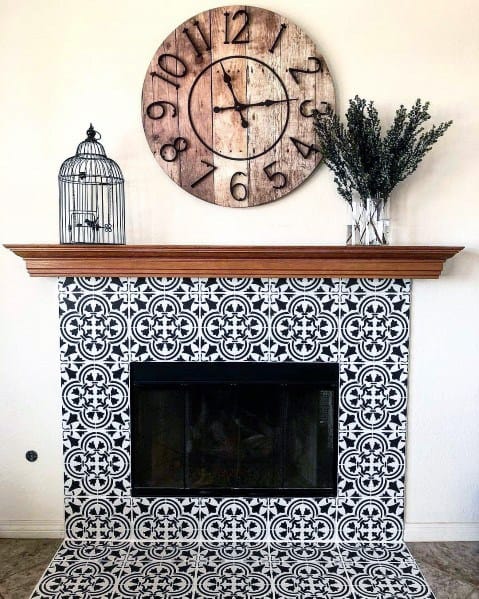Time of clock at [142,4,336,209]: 11:13
